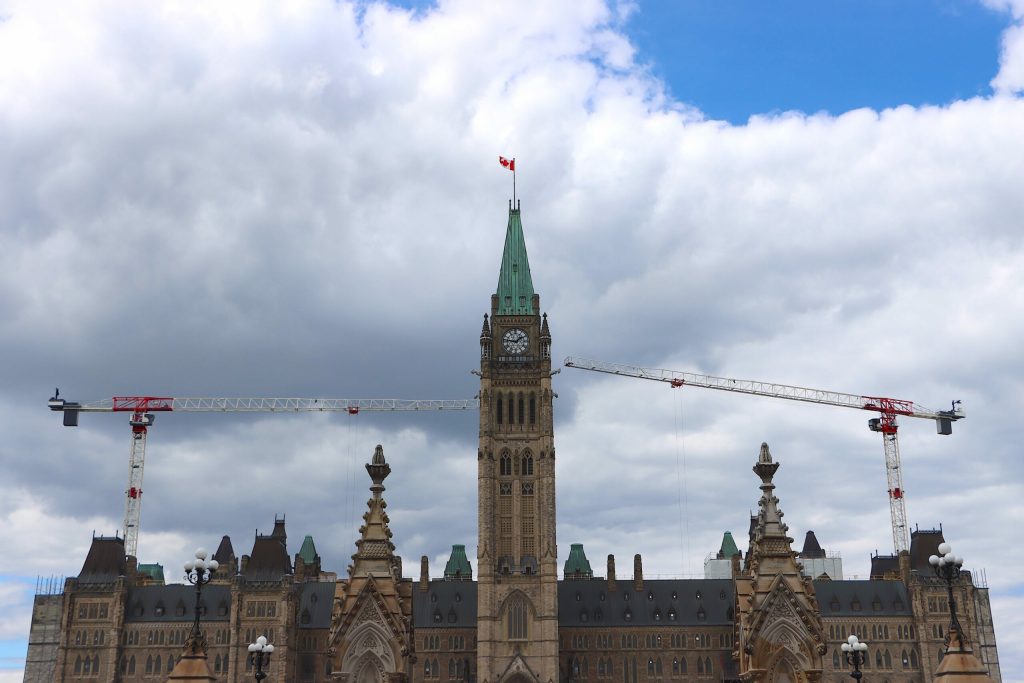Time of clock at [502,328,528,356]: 1:46
